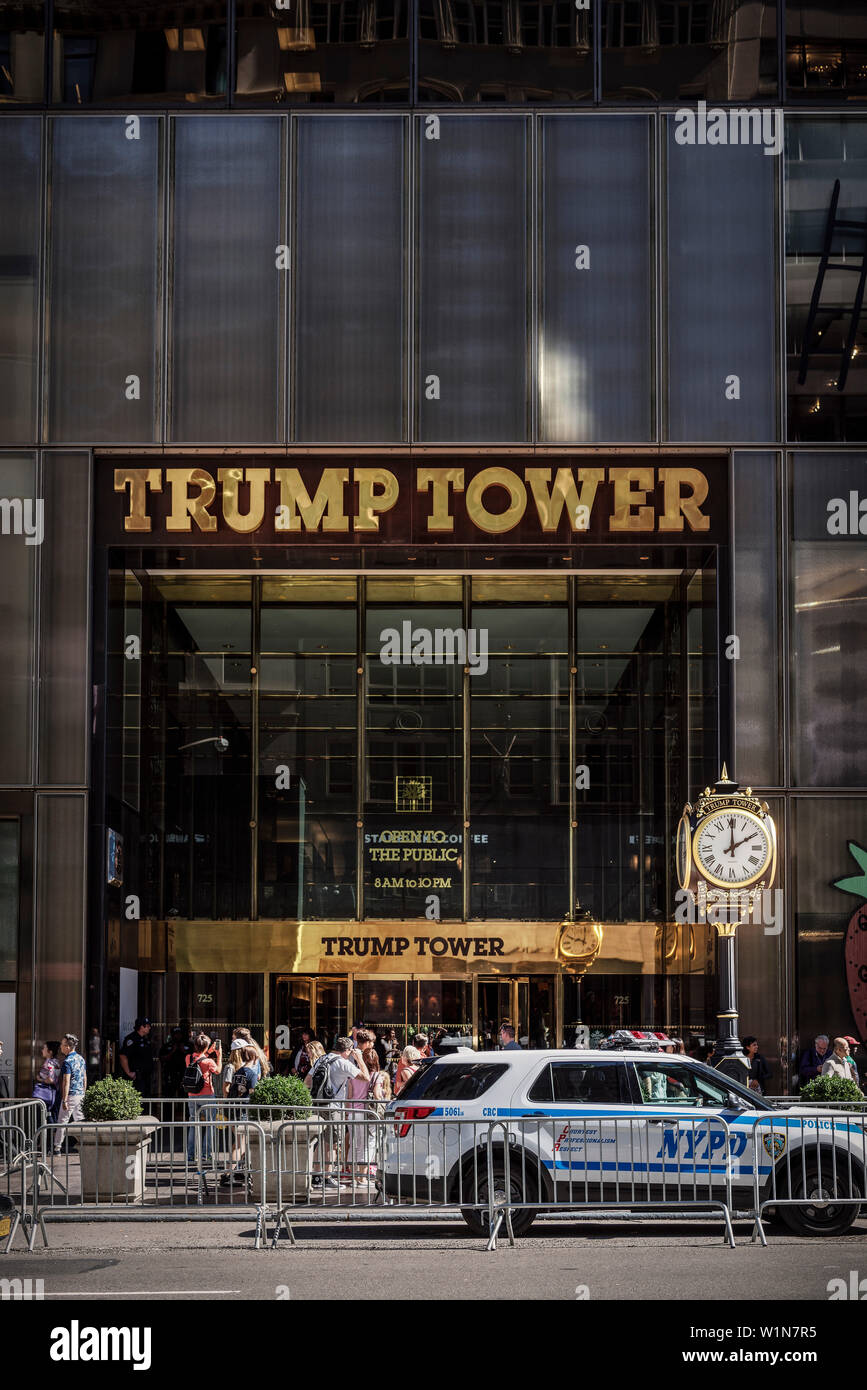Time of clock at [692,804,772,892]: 2:00
